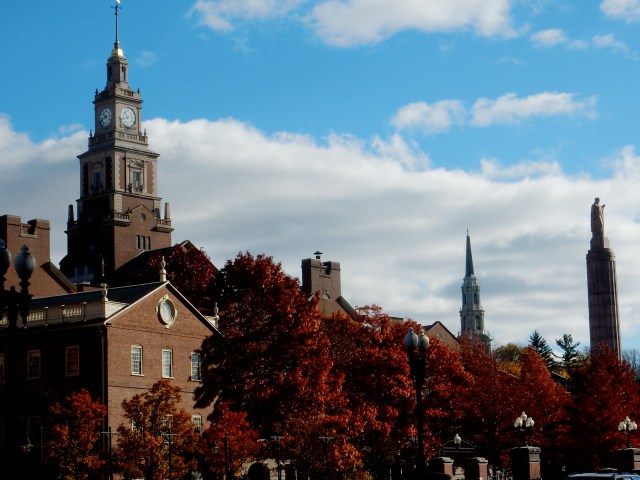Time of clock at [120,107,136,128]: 10:42
